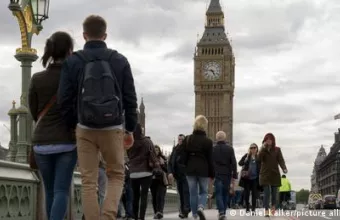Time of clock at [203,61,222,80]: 4:46
